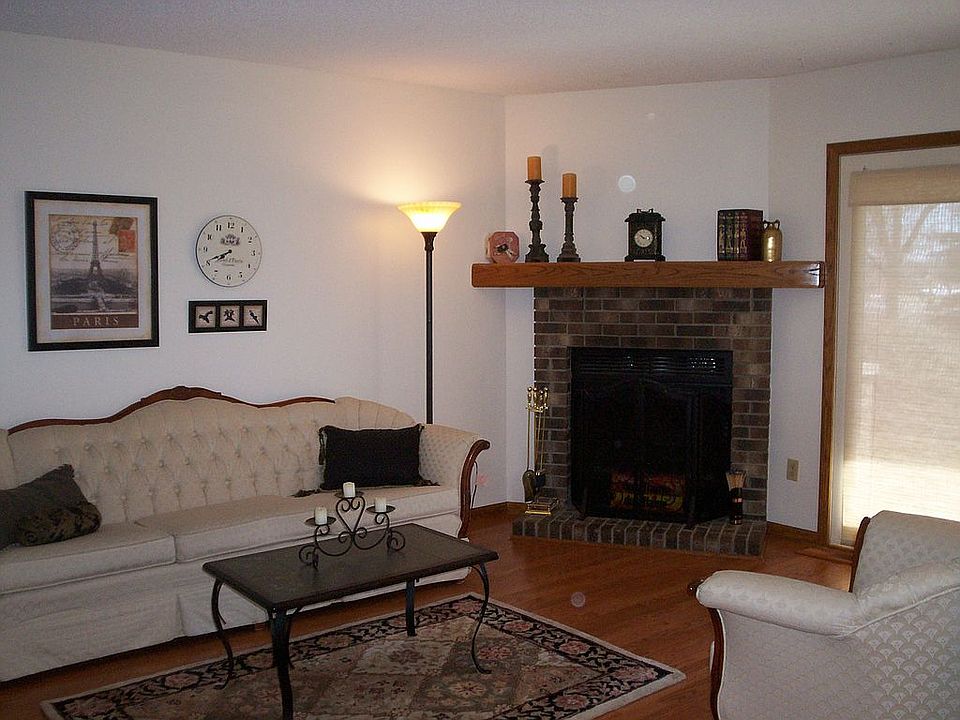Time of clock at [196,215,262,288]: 7:40
